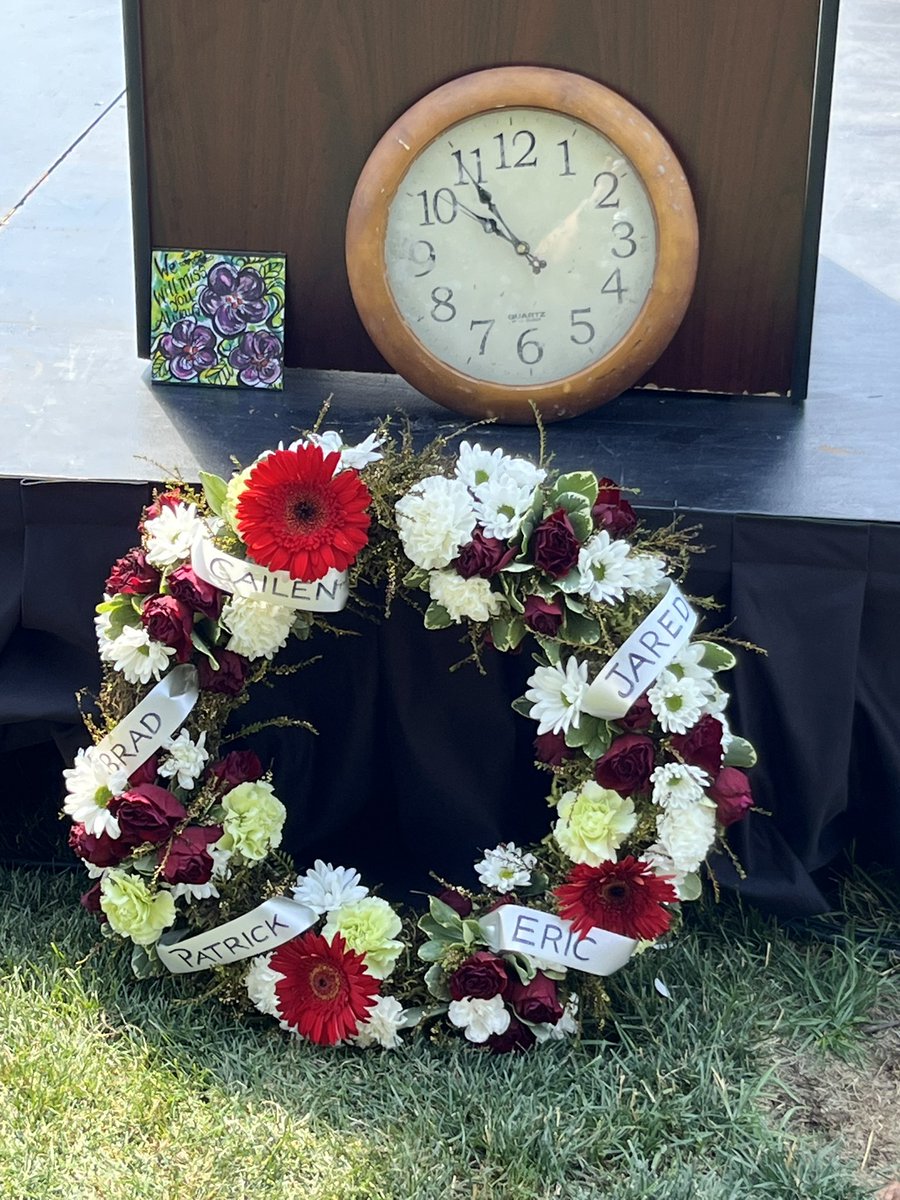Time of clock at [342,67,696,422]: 10:55
